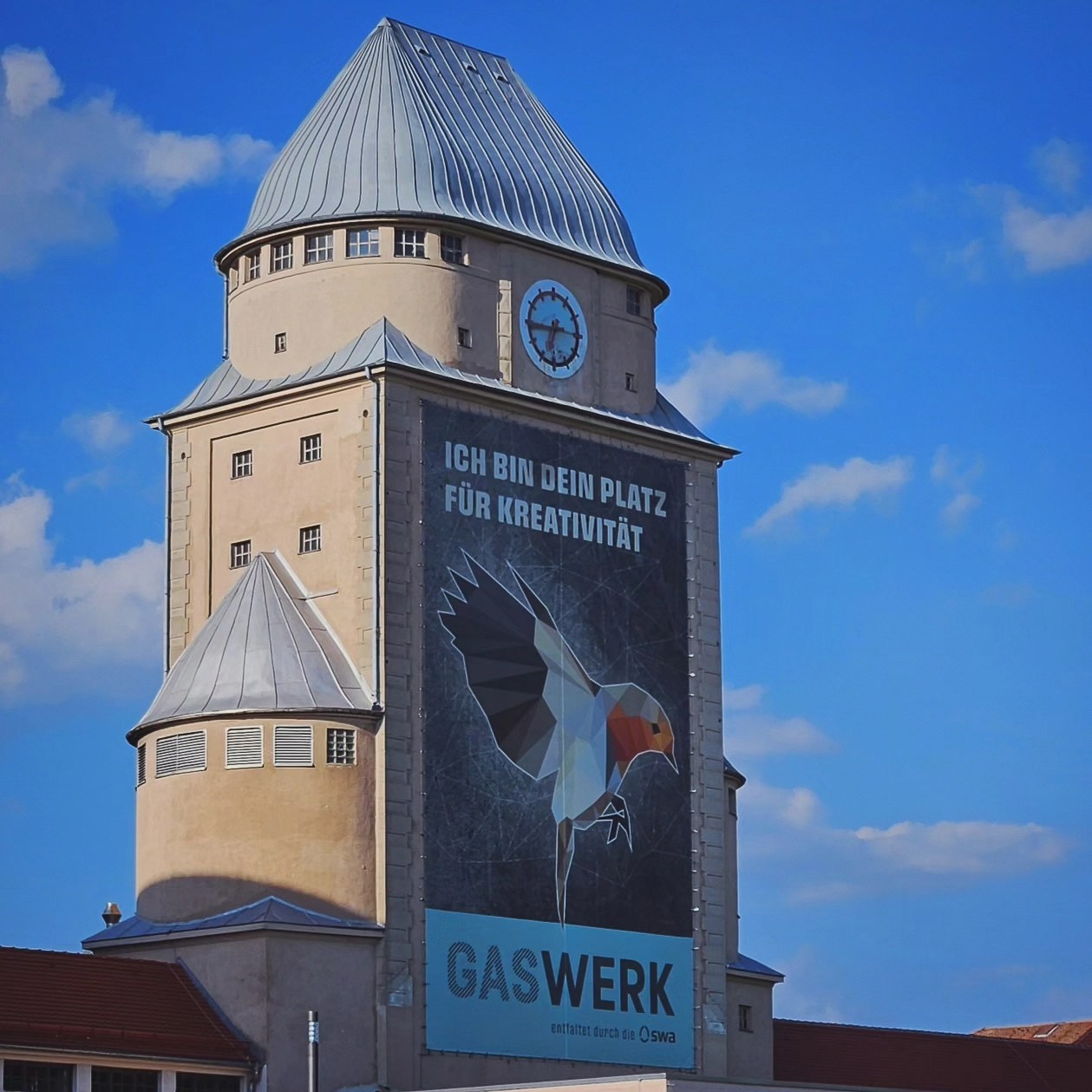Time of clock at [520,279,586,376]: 6:44
